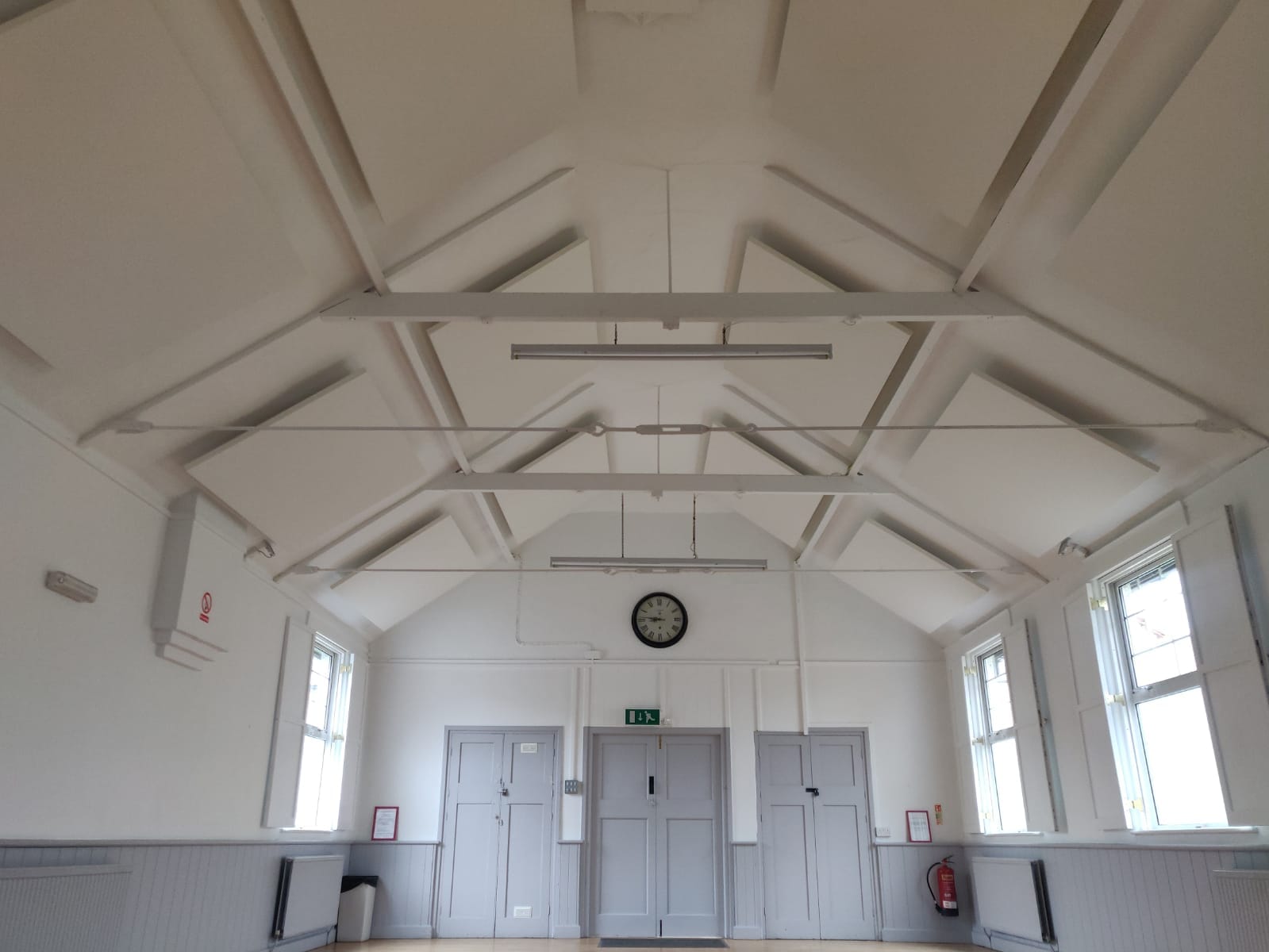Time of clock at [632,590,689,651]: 8:46
